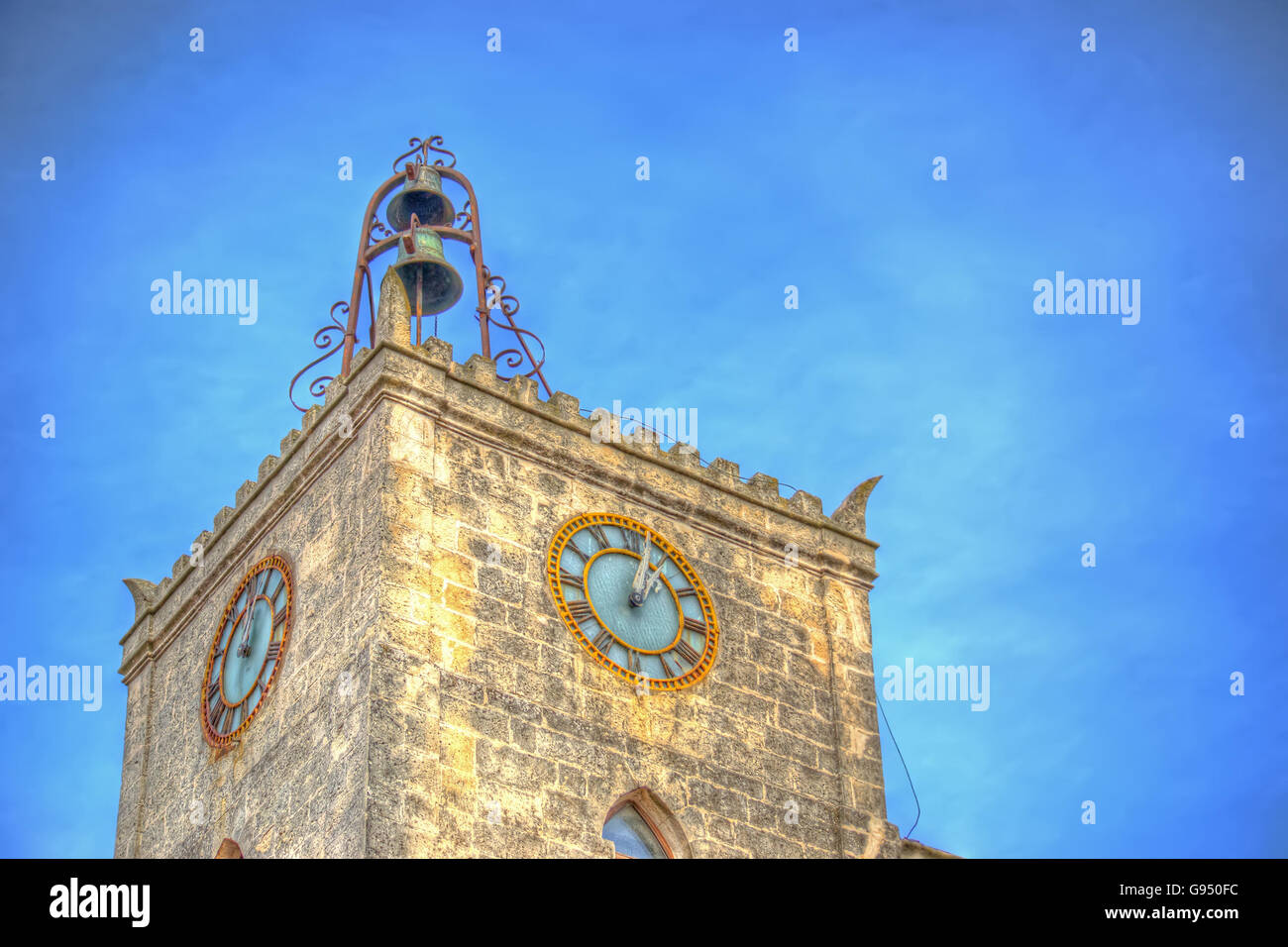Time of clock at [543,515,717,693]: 1:02
